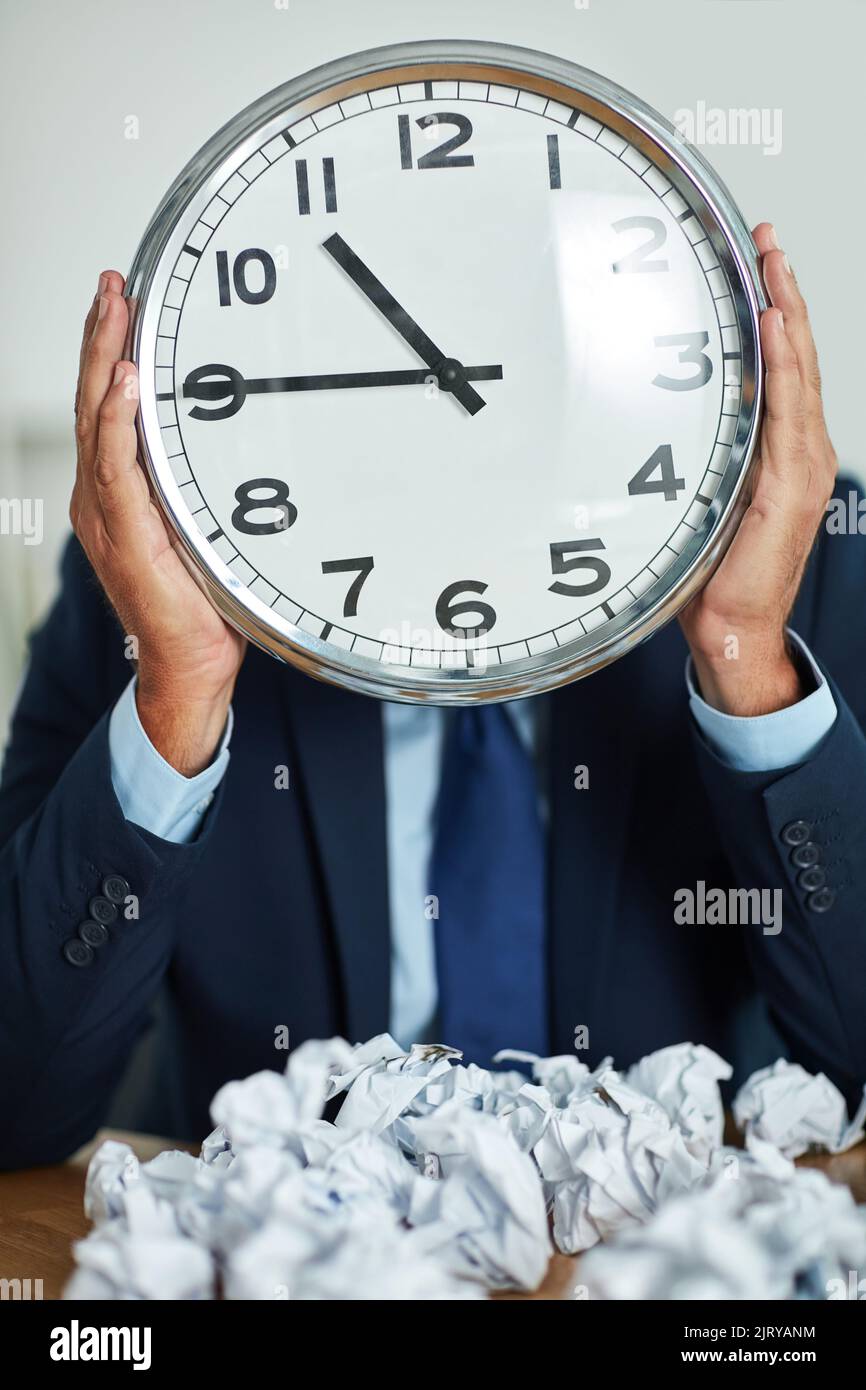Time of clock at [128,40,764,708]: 10:45
